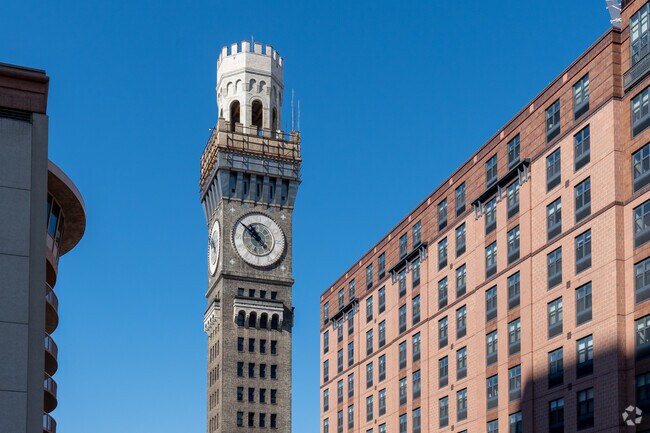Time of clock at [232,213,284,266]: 10:51
